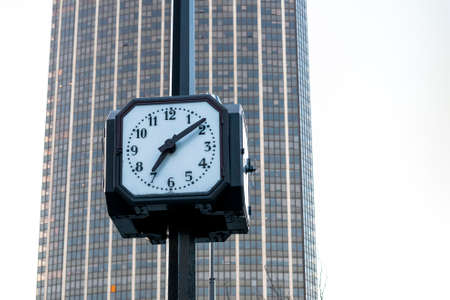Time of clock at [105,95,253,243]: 7:09
